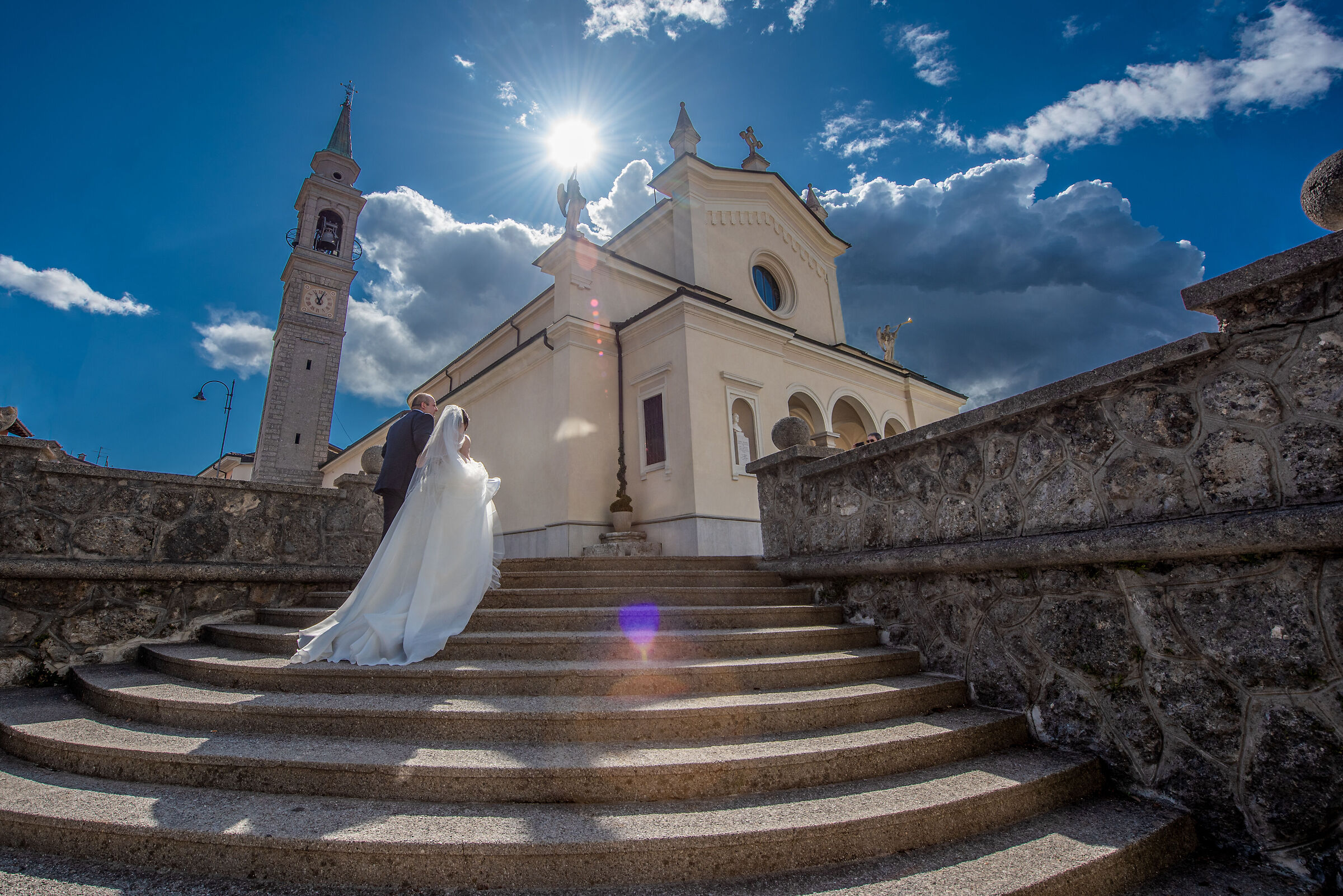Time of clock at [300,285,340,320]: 11:03
